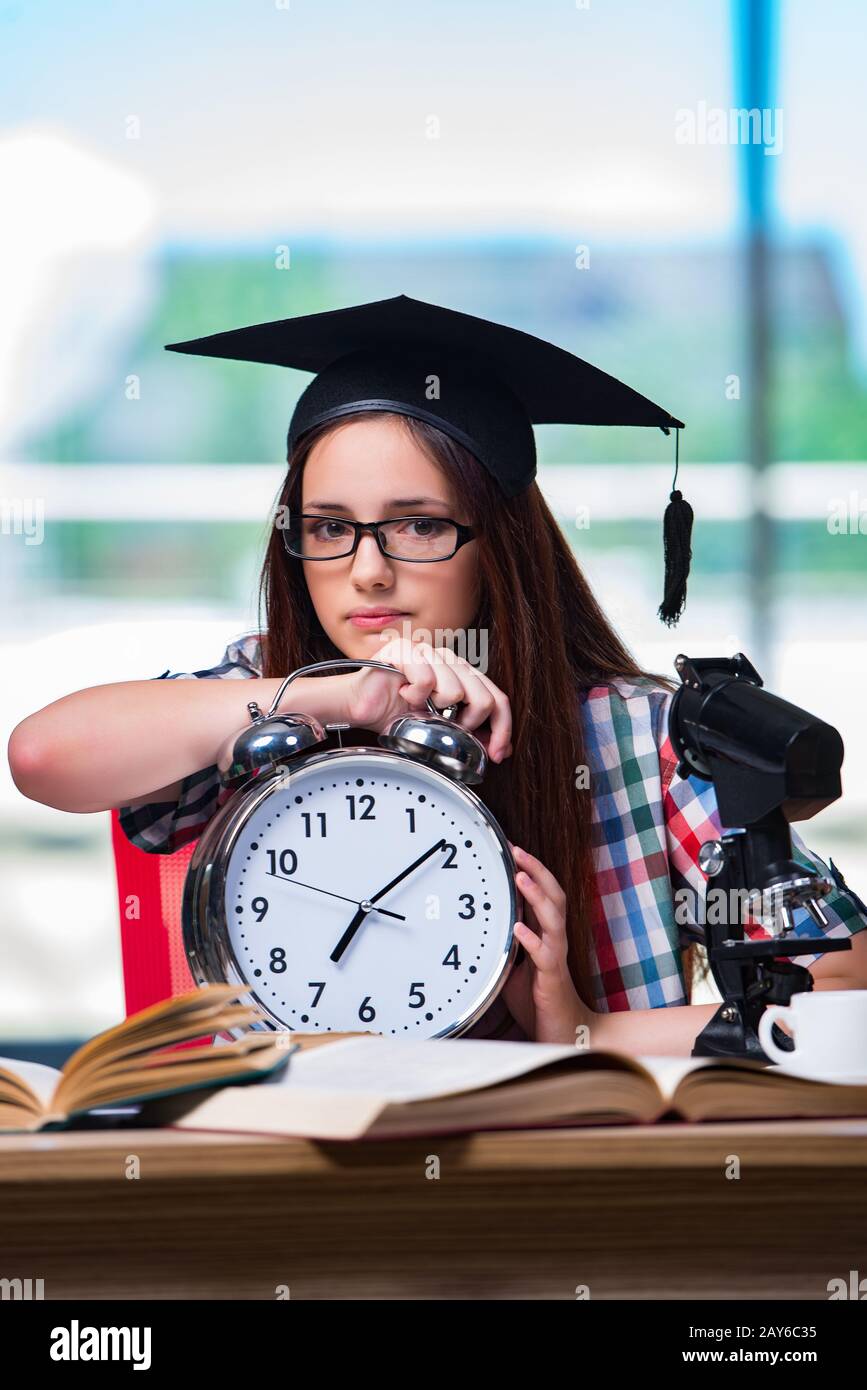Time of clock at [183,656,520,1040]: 7:08
